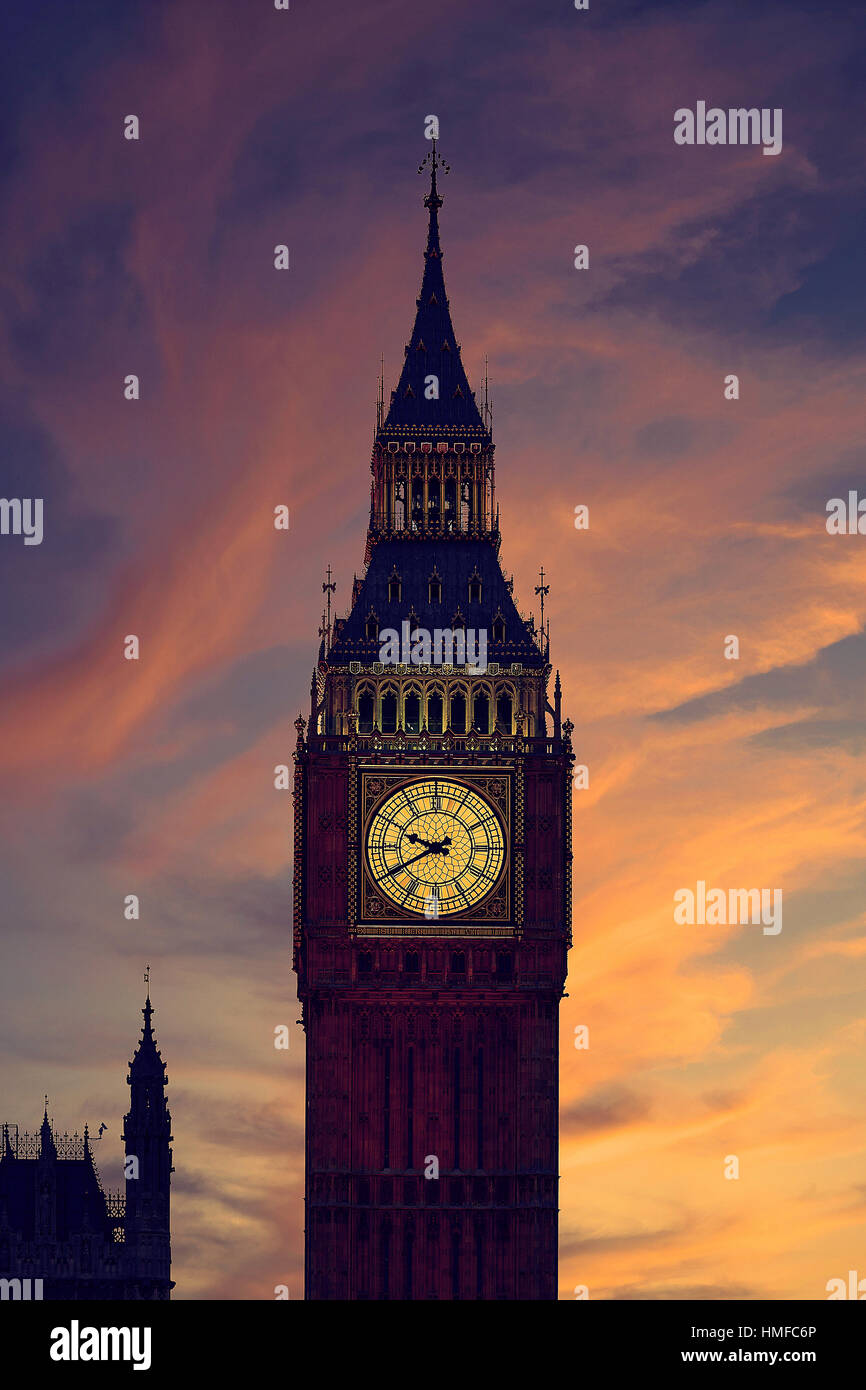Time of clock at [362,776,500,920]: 9:40
